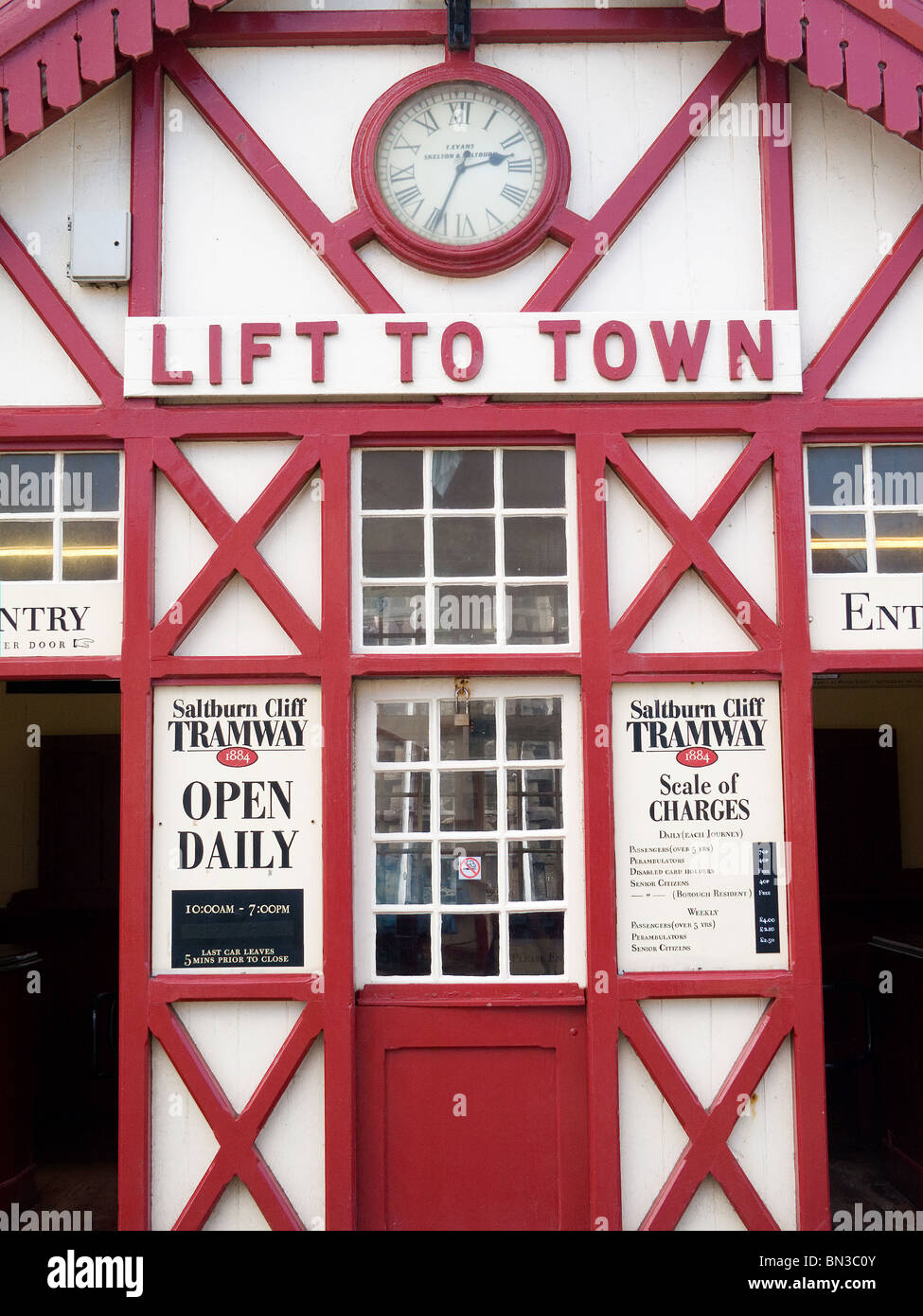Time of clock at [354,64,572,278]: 2:33
